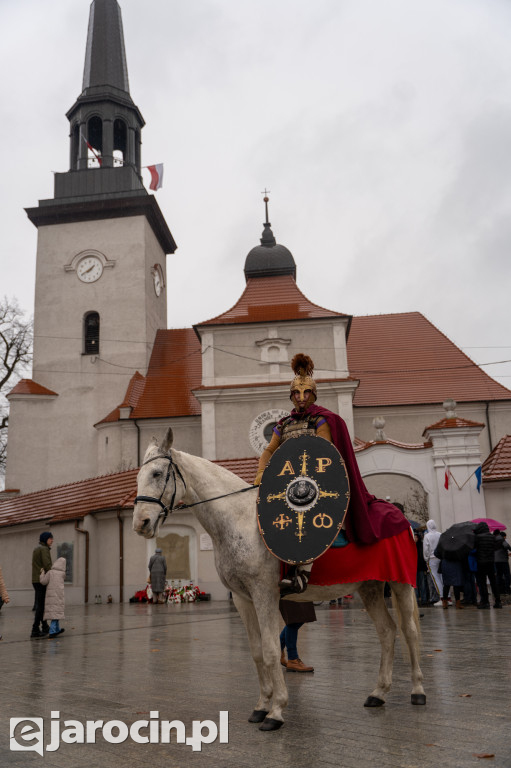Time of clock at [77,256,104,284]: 1:40
